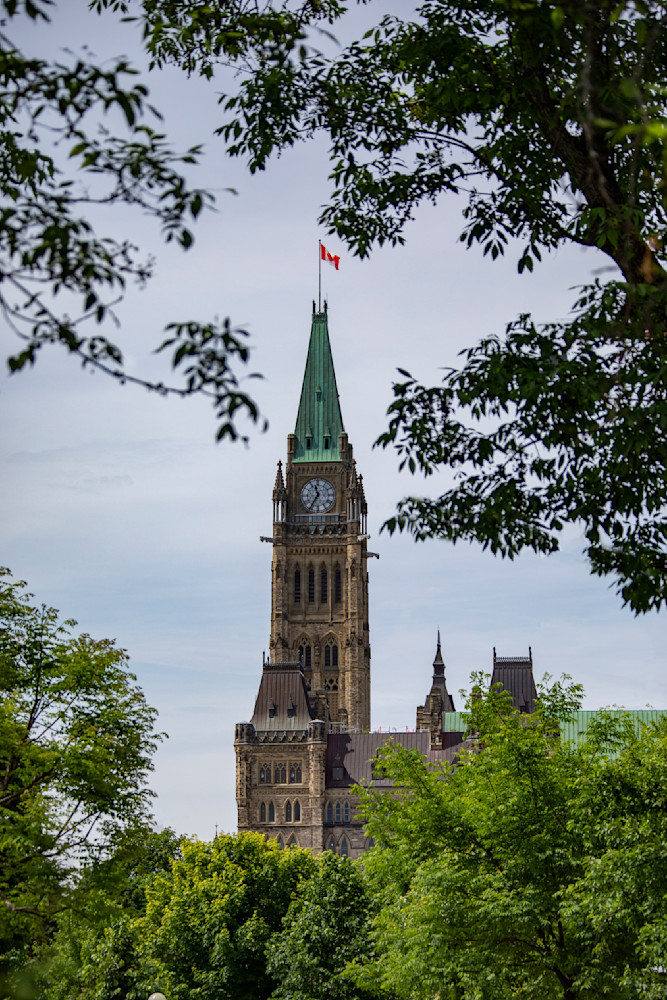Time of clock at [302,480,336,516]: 11:35
